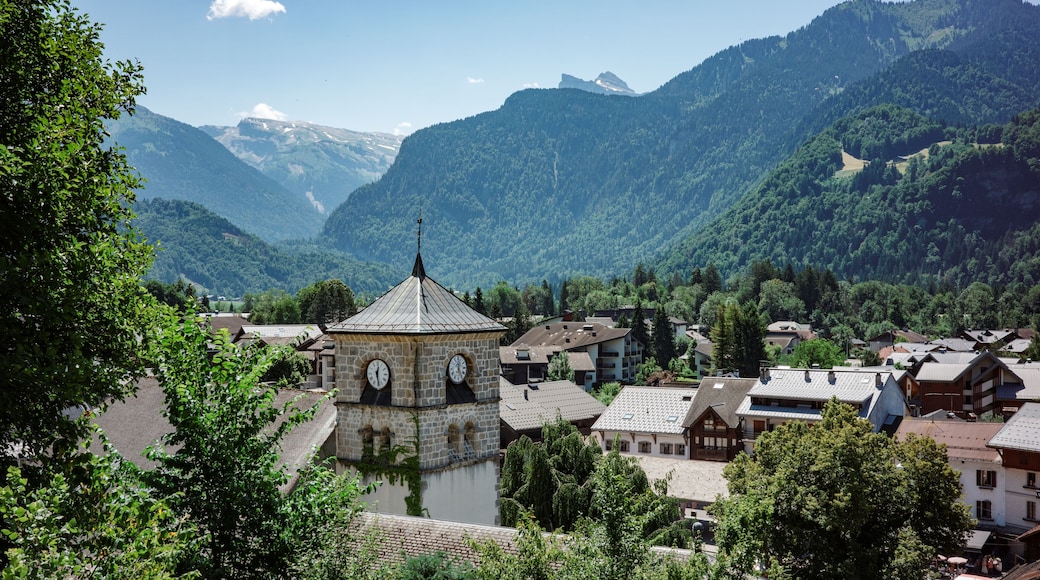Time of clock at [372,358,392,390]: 12:28
